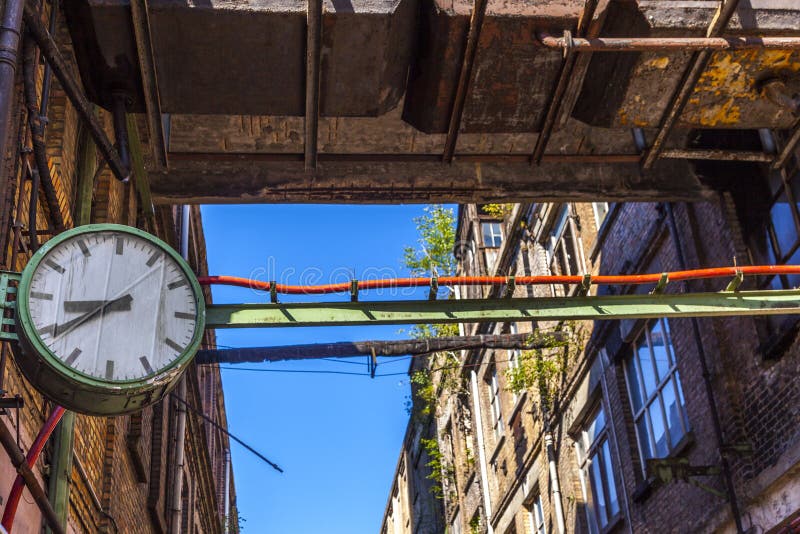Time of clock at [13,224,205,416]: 8:39
